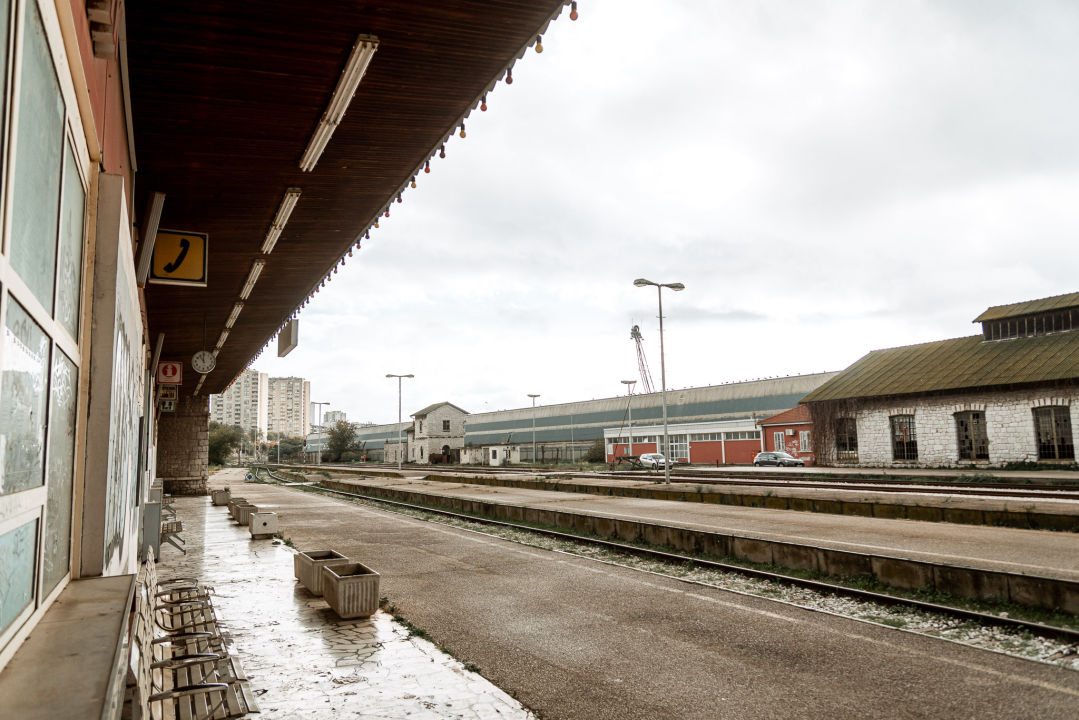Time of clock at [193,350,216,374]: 10:59
